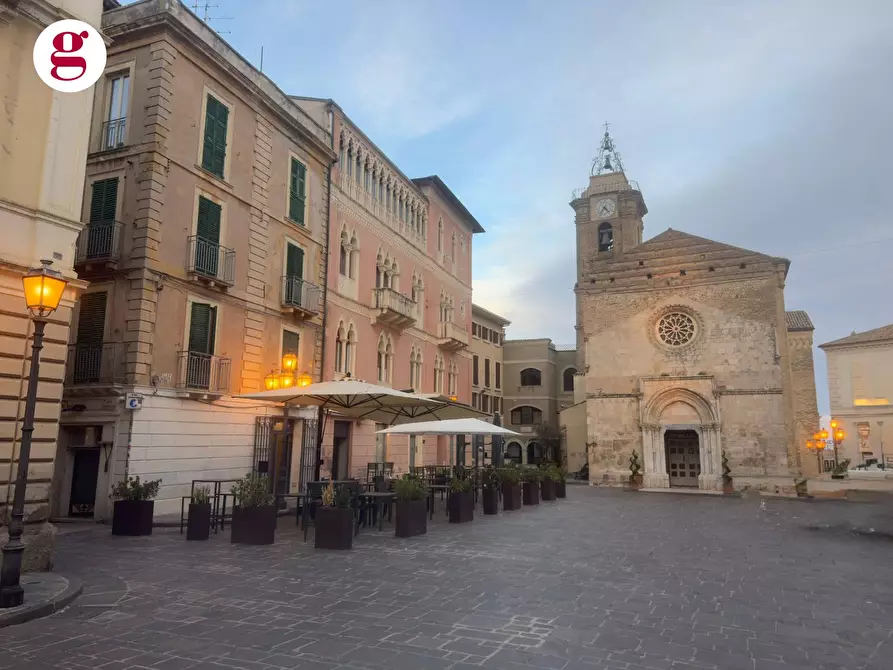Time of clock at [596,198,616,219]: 4:35
